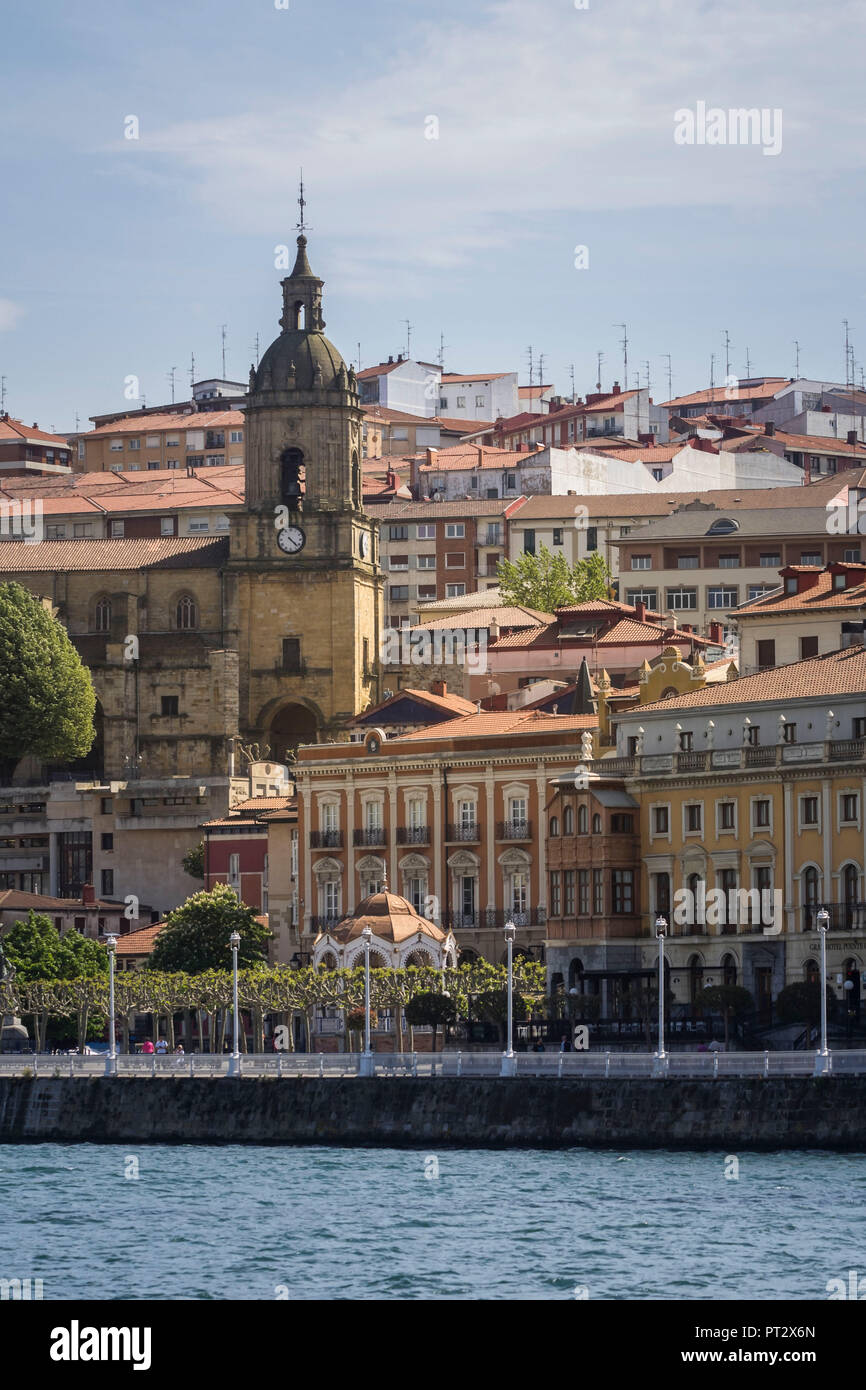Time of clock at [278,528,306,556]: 4:22
